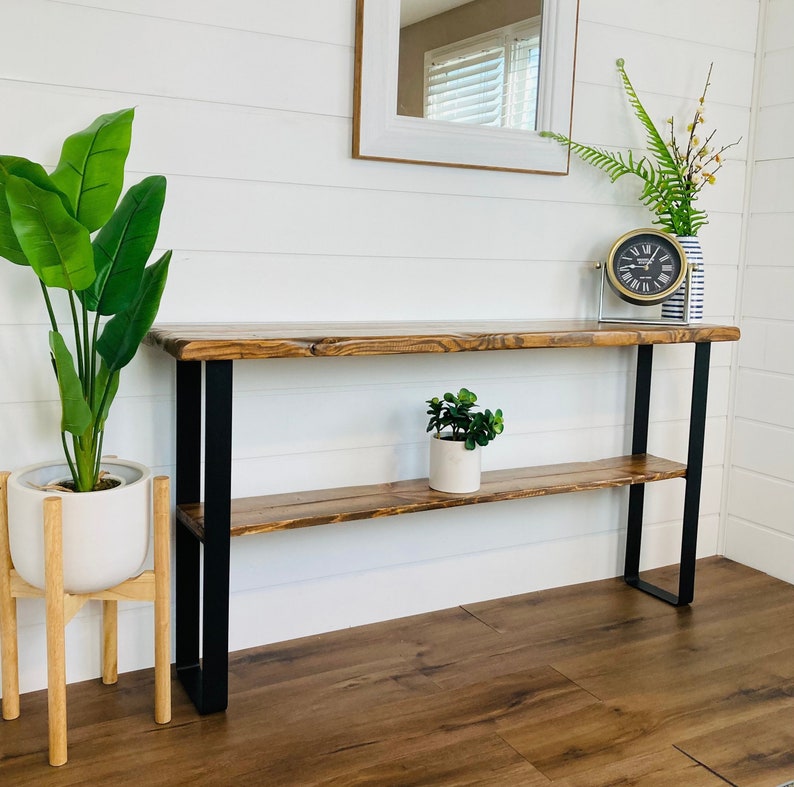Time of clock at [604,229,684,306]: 9:05
